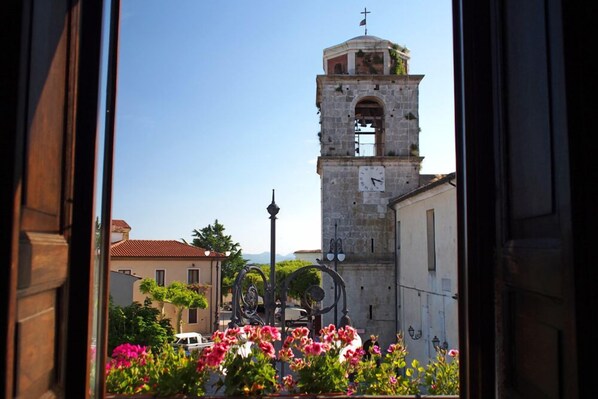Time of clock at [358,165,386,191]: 5:17
